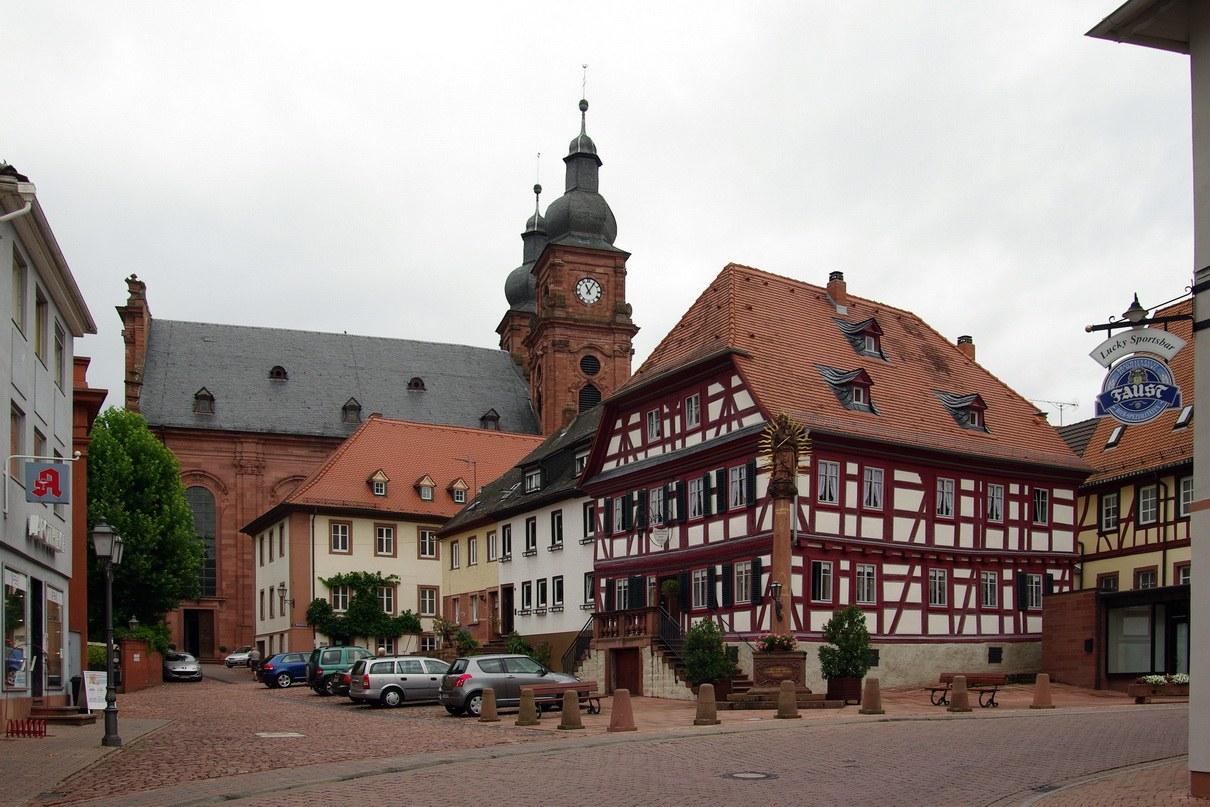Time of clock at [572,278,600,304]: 11:05
